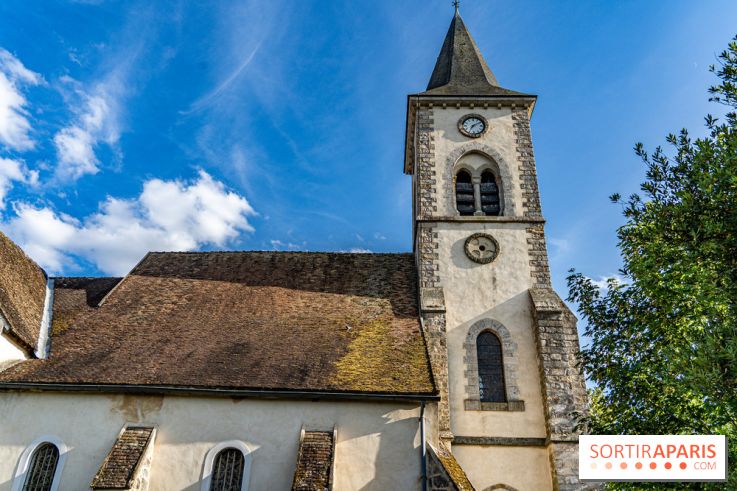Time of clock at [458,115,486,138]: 7:09
